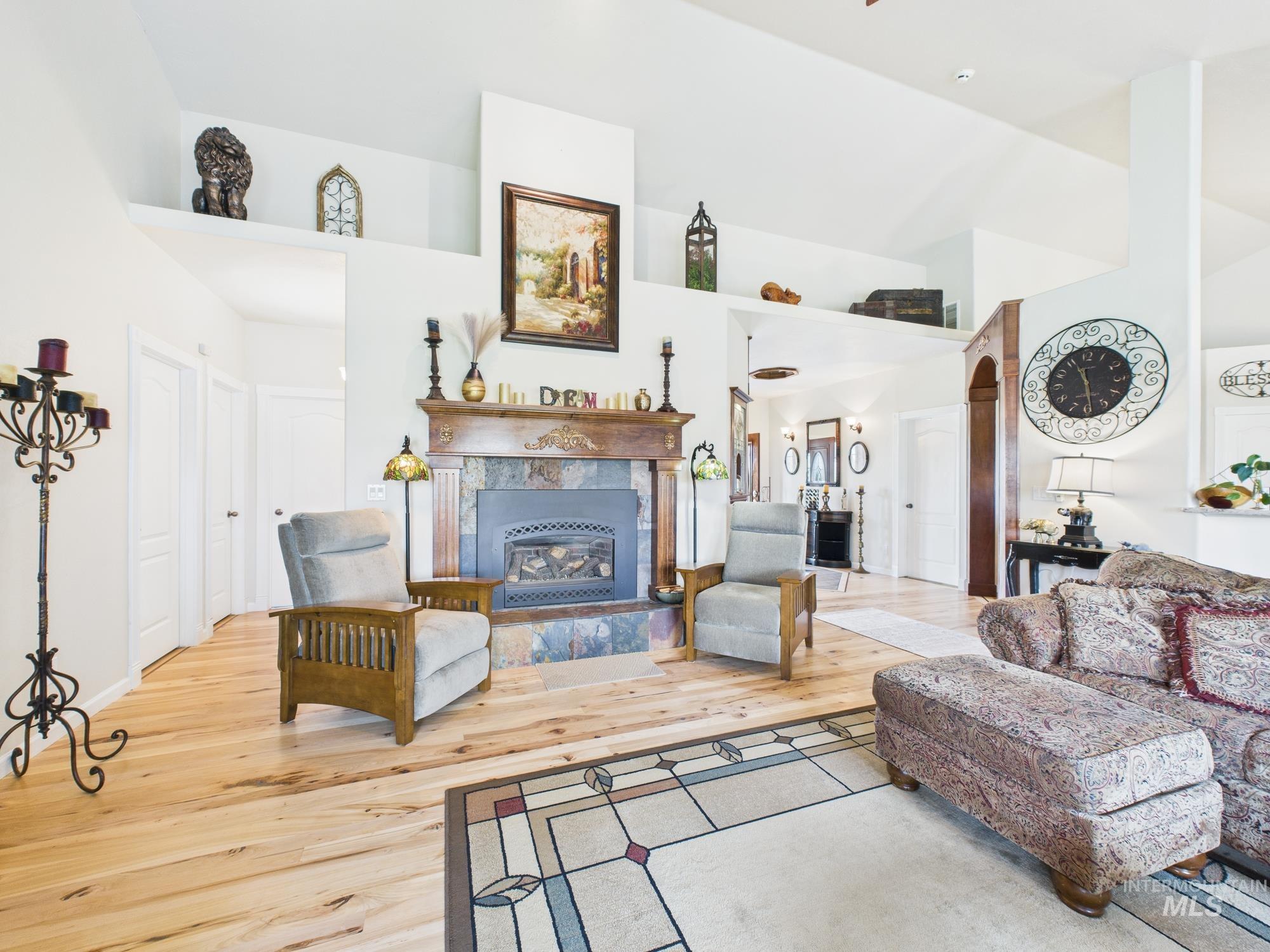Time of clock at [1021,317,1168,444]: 11:28
